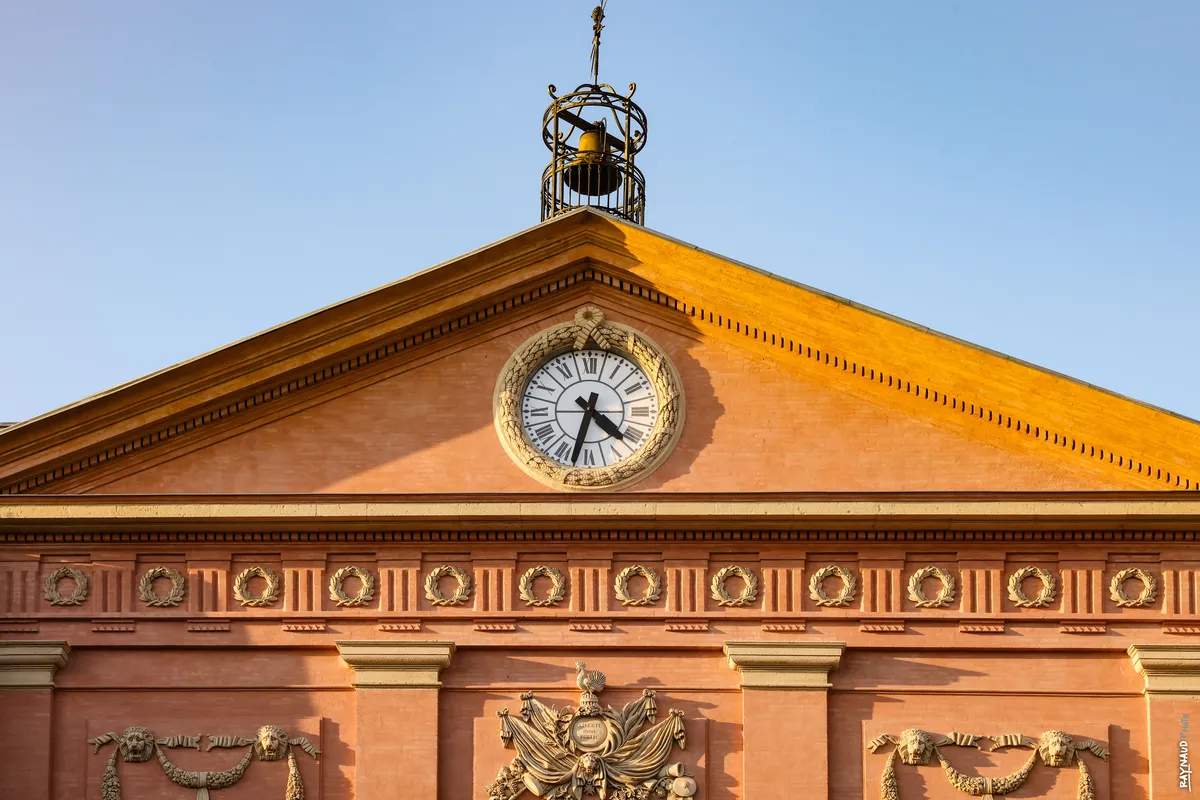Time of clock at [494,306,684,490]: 4:32
